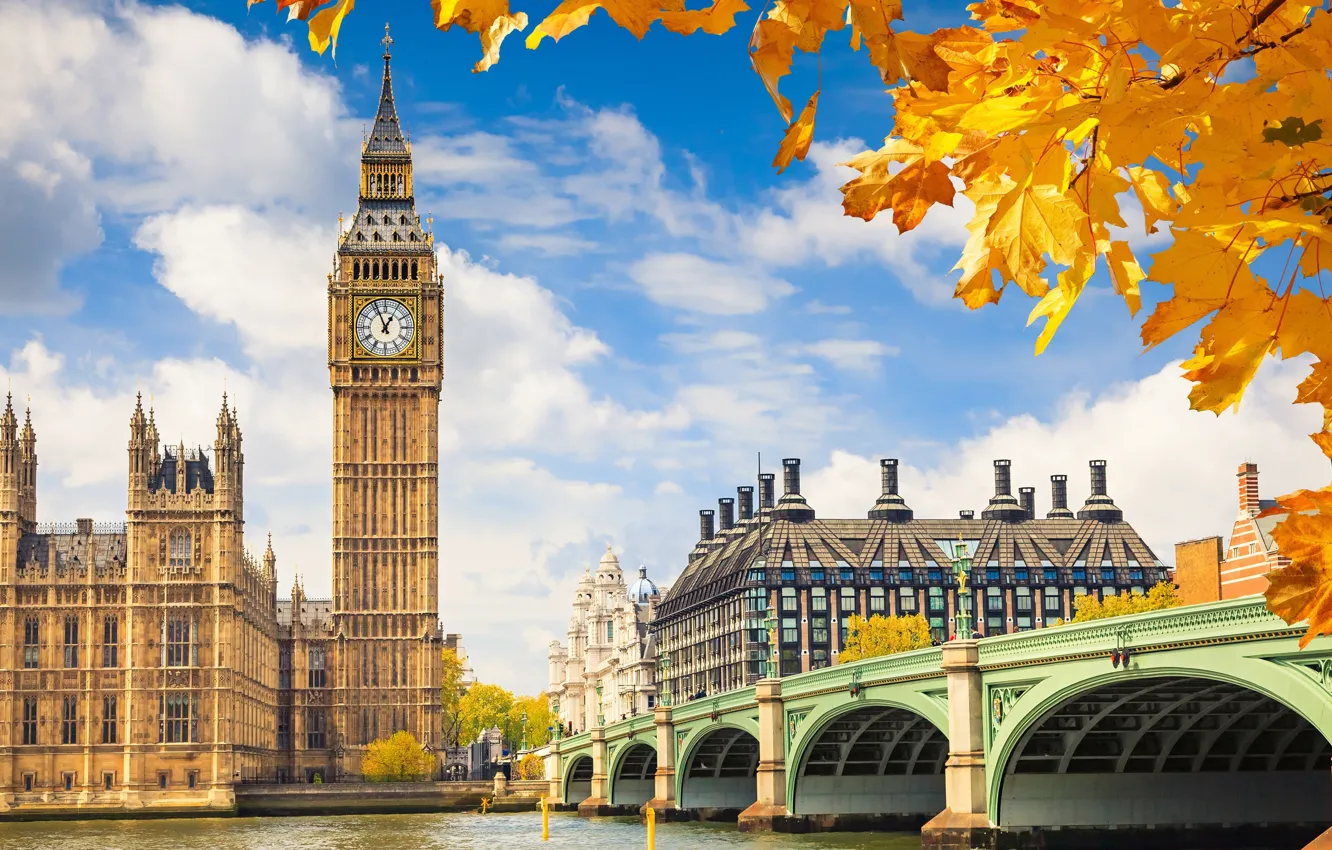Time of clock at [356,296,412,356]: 12:56
